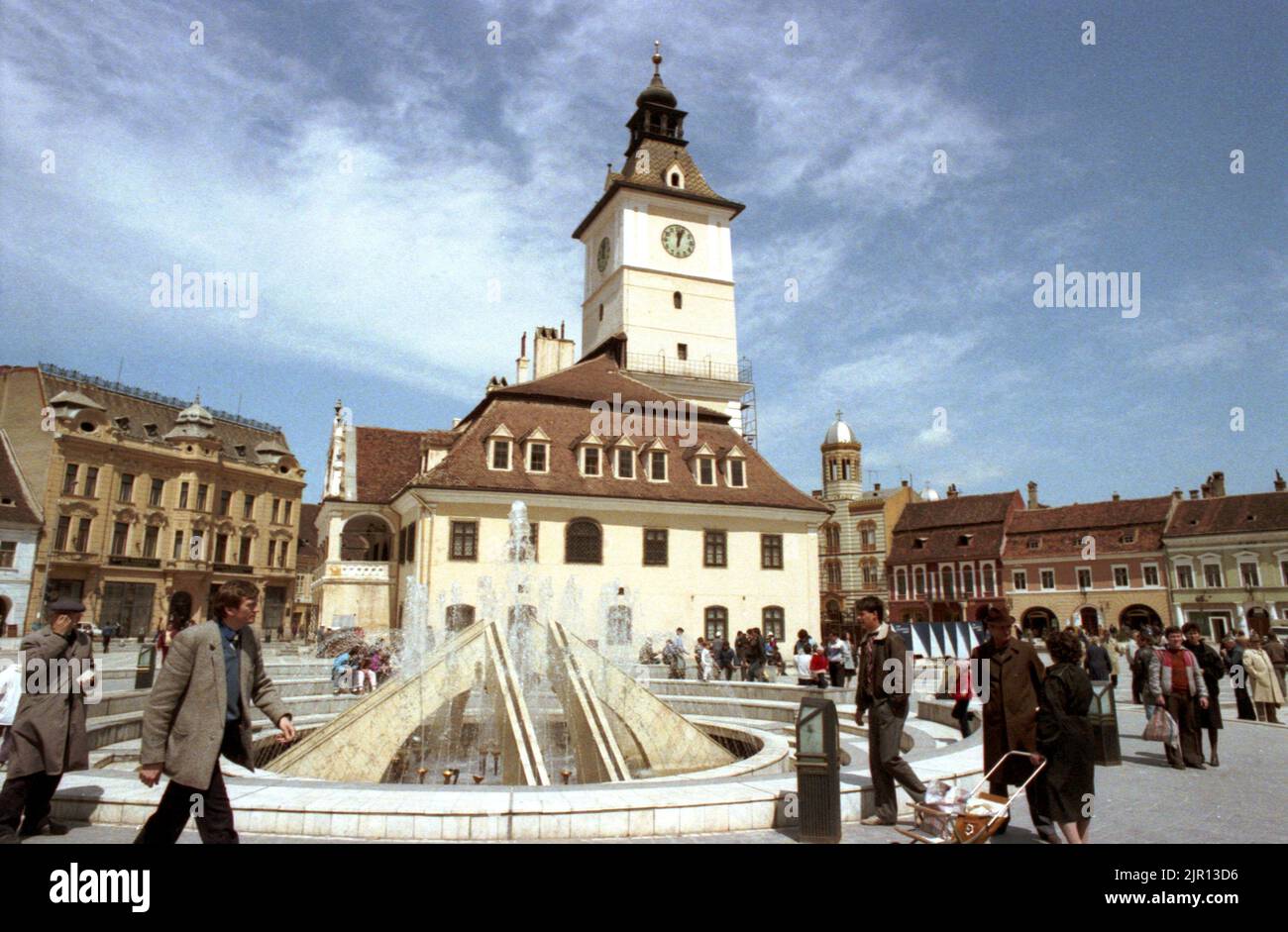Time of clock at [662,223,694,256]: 12:03
